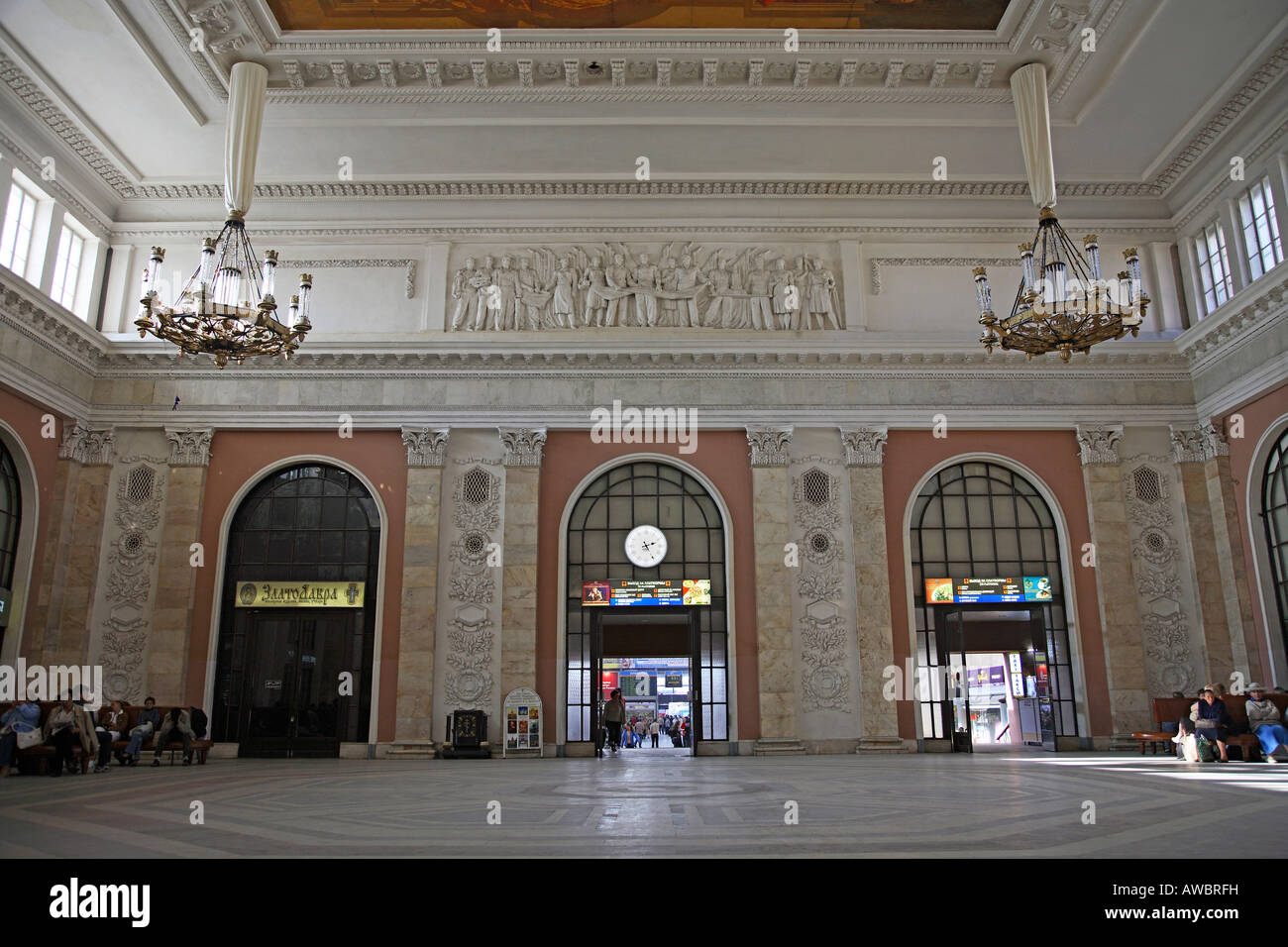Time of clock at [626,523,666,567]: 2:25
